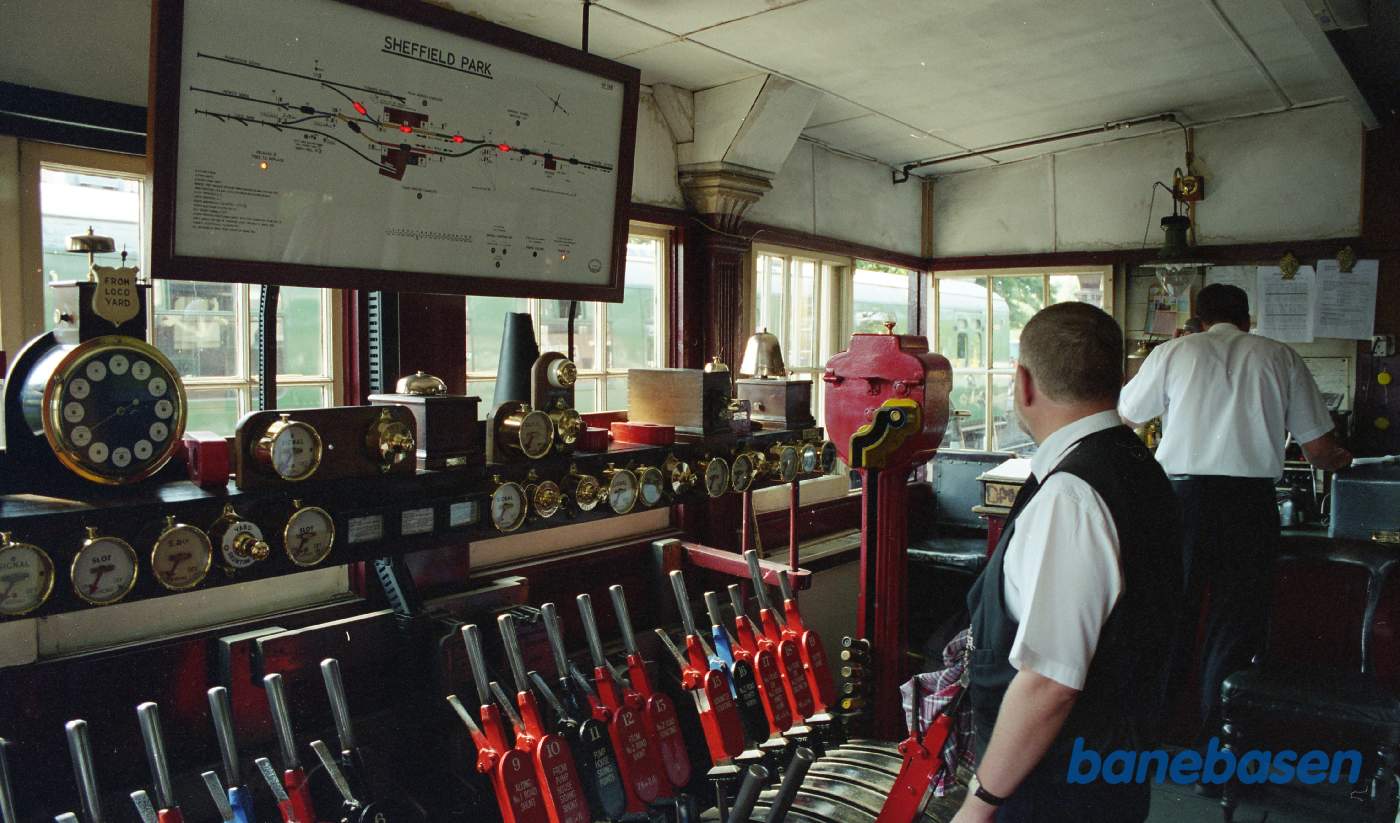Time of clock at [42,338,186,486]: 2:40
